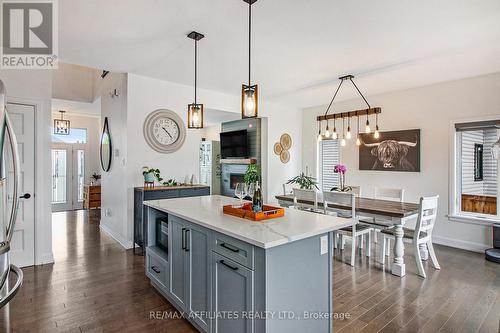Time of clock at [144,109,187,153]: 4:22
